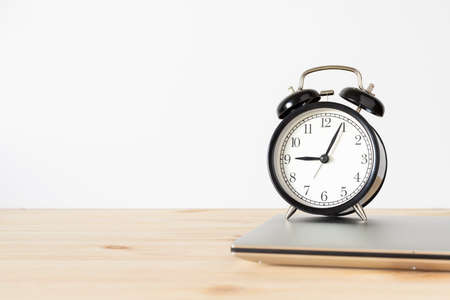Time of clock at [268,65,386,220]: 9:04
